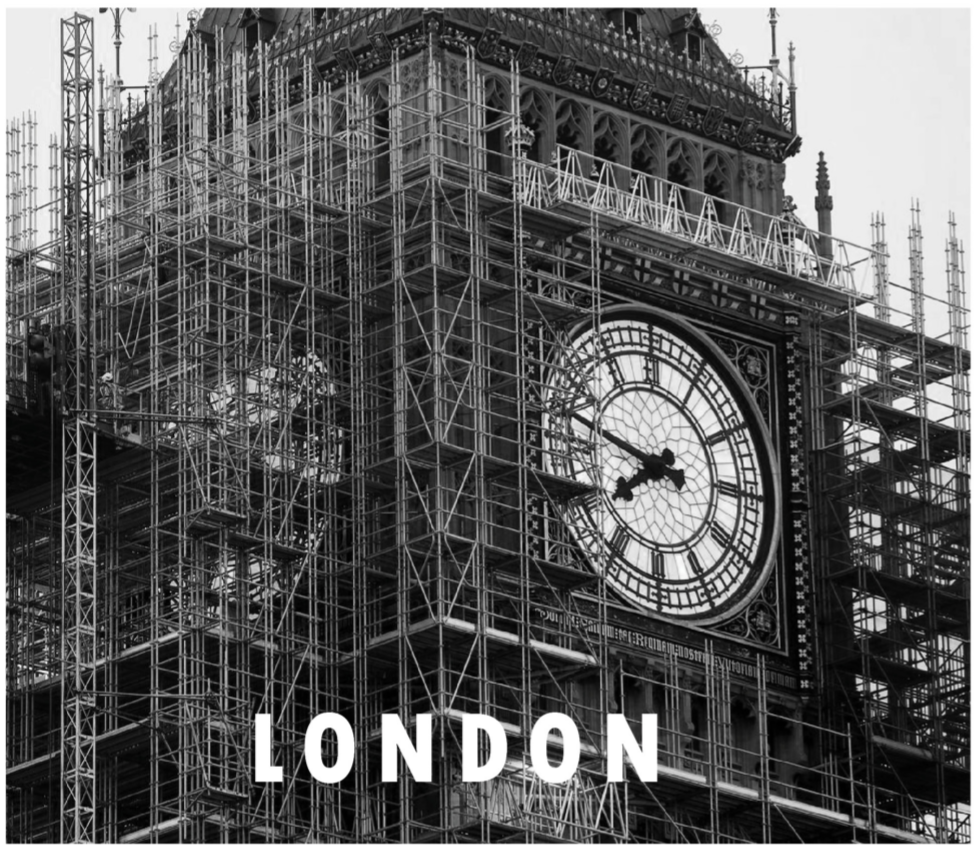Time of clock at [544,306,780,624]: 7:47
